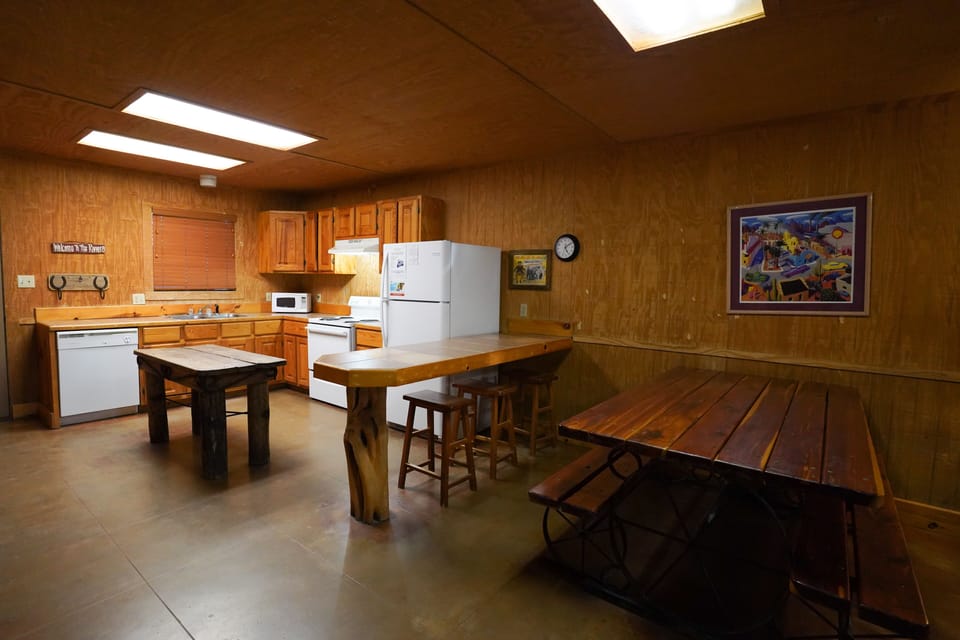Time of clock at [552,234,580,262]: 5:09
